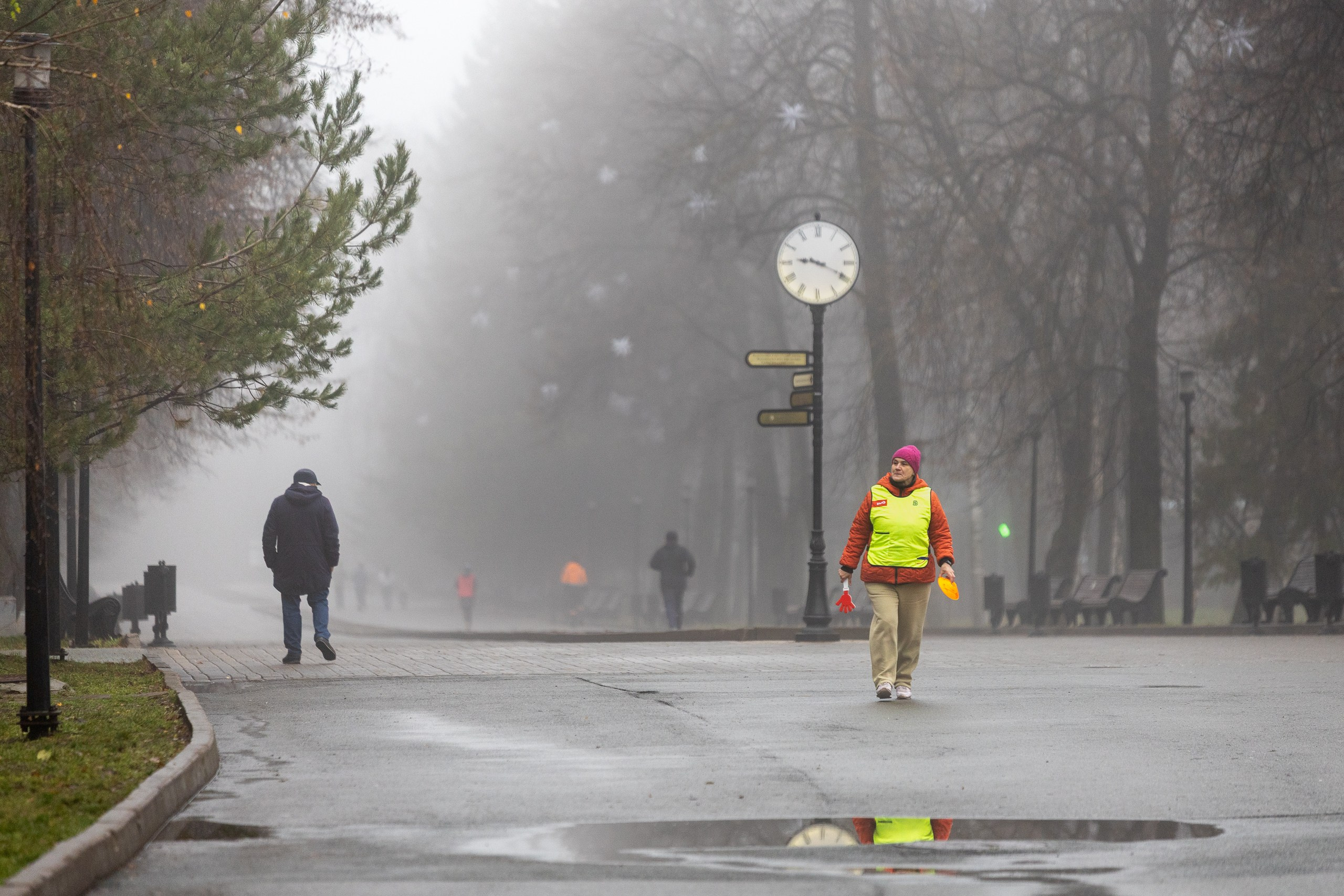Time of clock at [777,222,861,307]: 9:19
